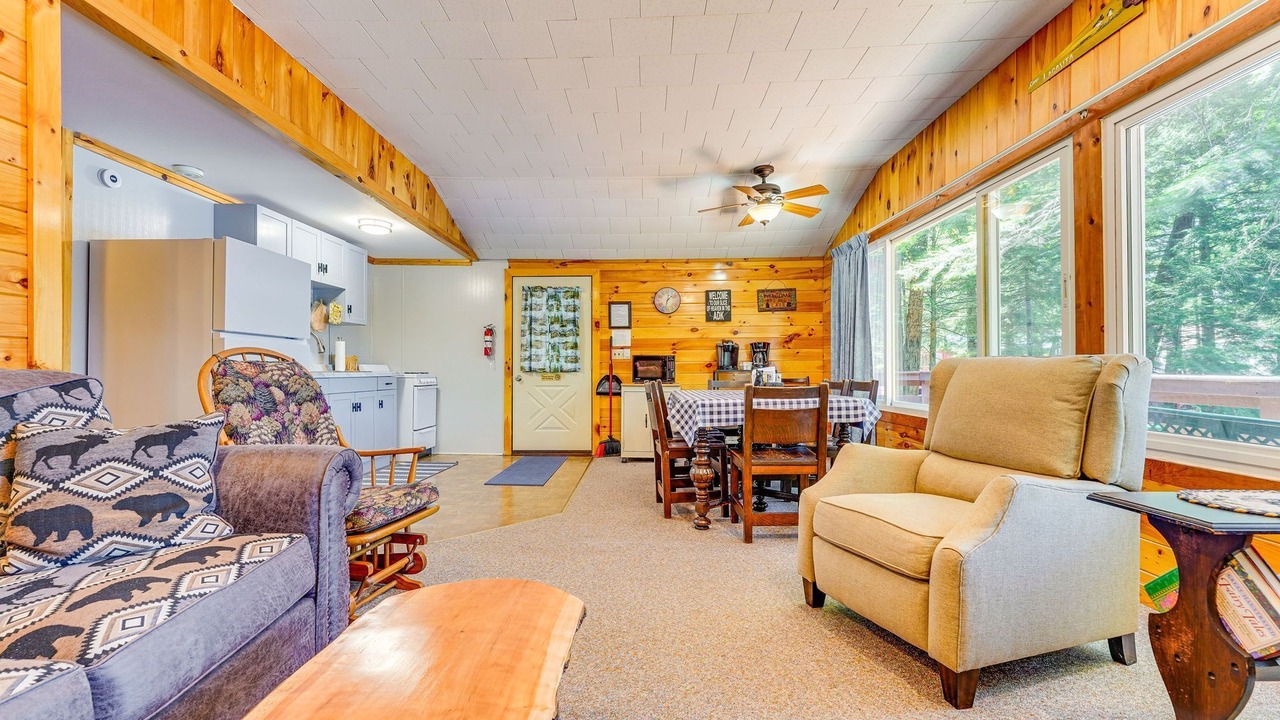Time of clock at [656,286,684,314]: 1:32
